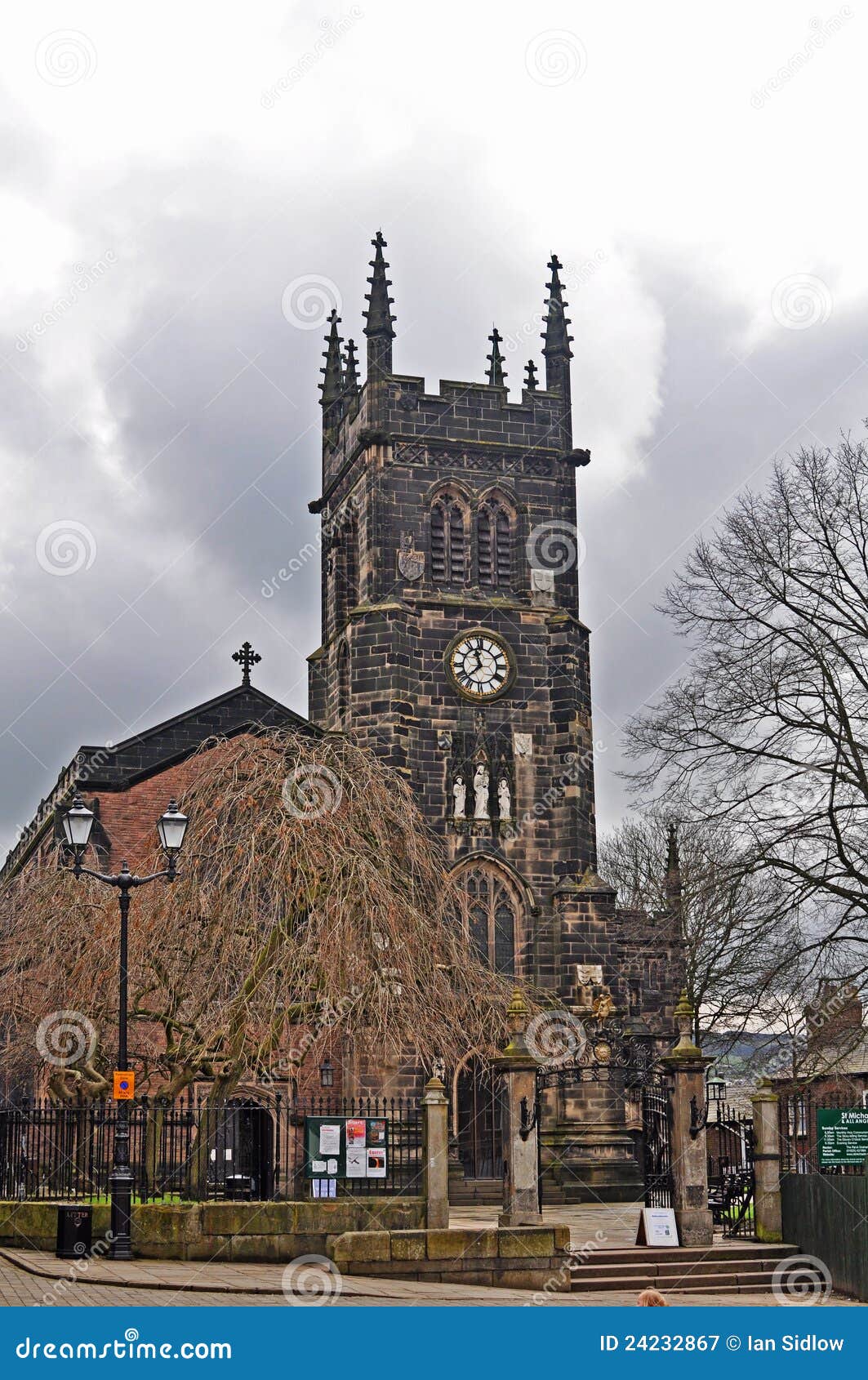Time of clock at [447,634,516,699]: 11:37
